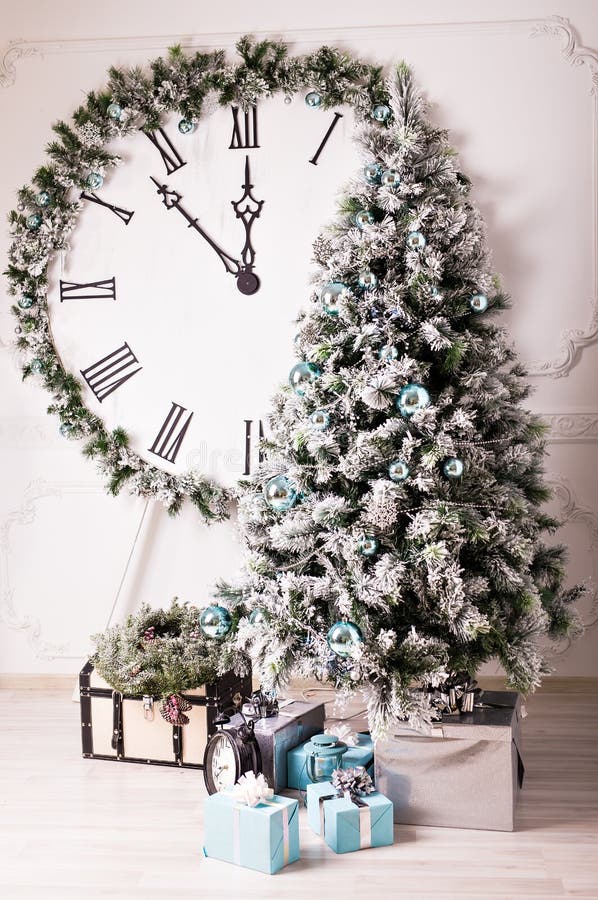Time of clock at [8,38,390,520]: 11:52
